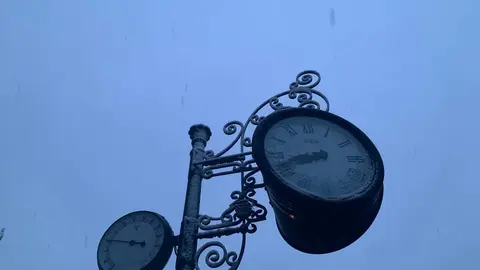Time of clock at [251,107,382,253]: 8:41
